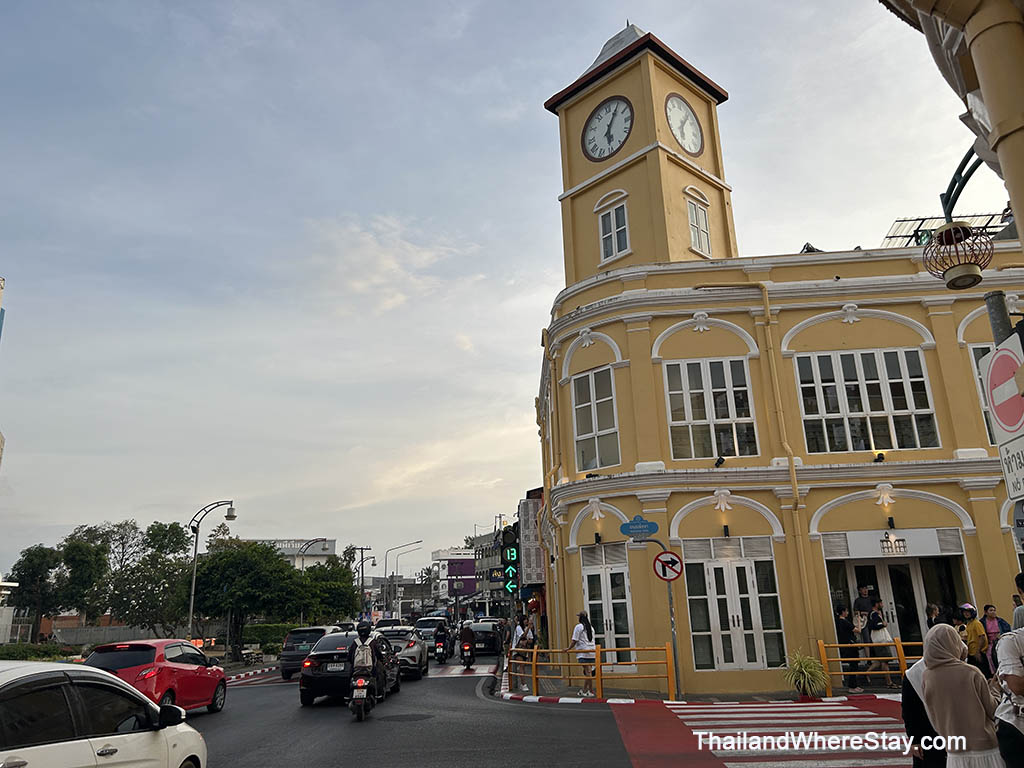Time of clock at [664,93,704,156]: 6:06
